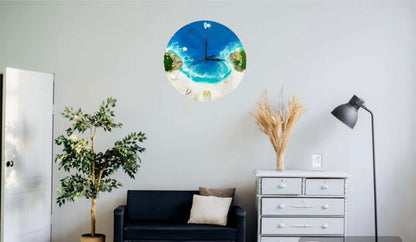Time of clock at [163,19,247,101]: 2:59
